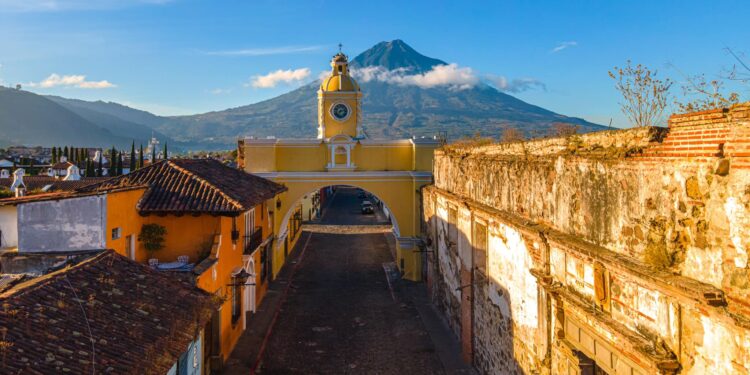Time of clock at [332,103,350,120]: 7:12
